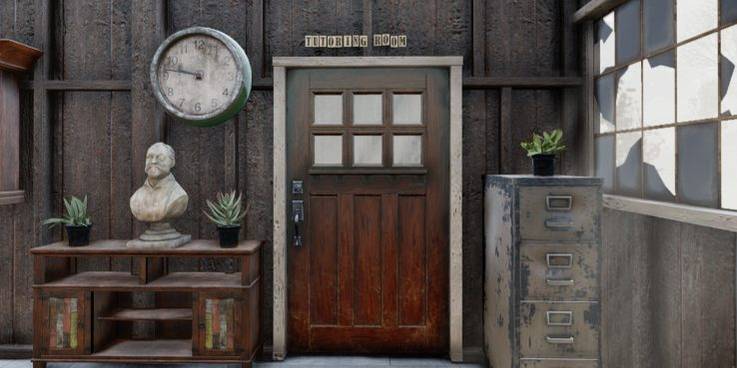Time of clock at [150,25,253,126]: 9:47
